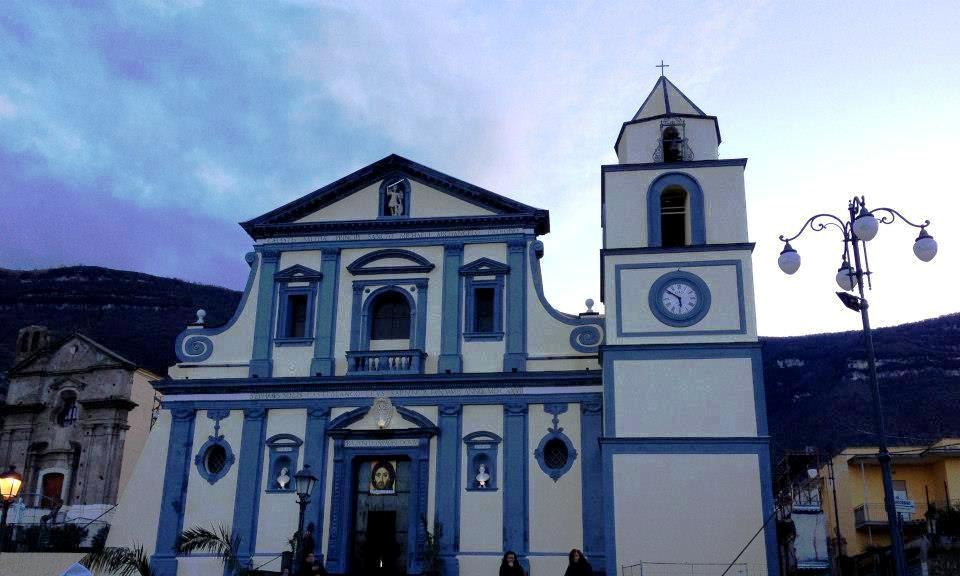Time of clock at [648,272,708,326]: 5:51
